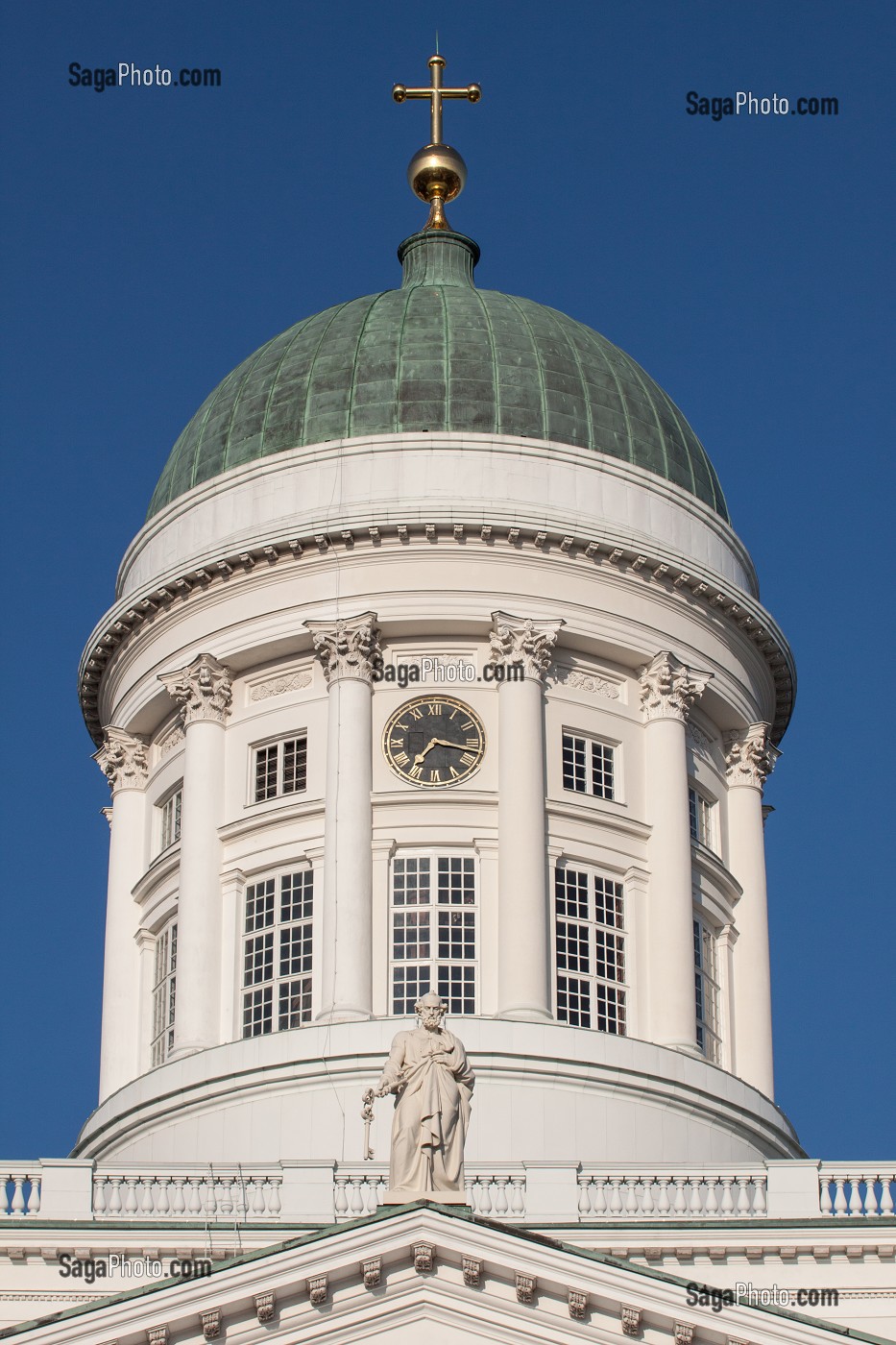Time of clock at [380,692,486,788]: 7:17
